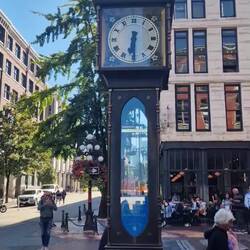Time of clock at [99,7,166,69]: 6:30
